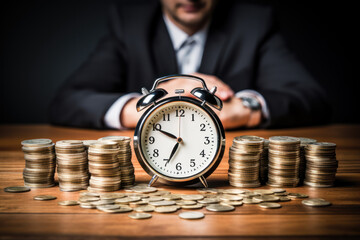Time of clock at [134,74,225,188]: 6:49
